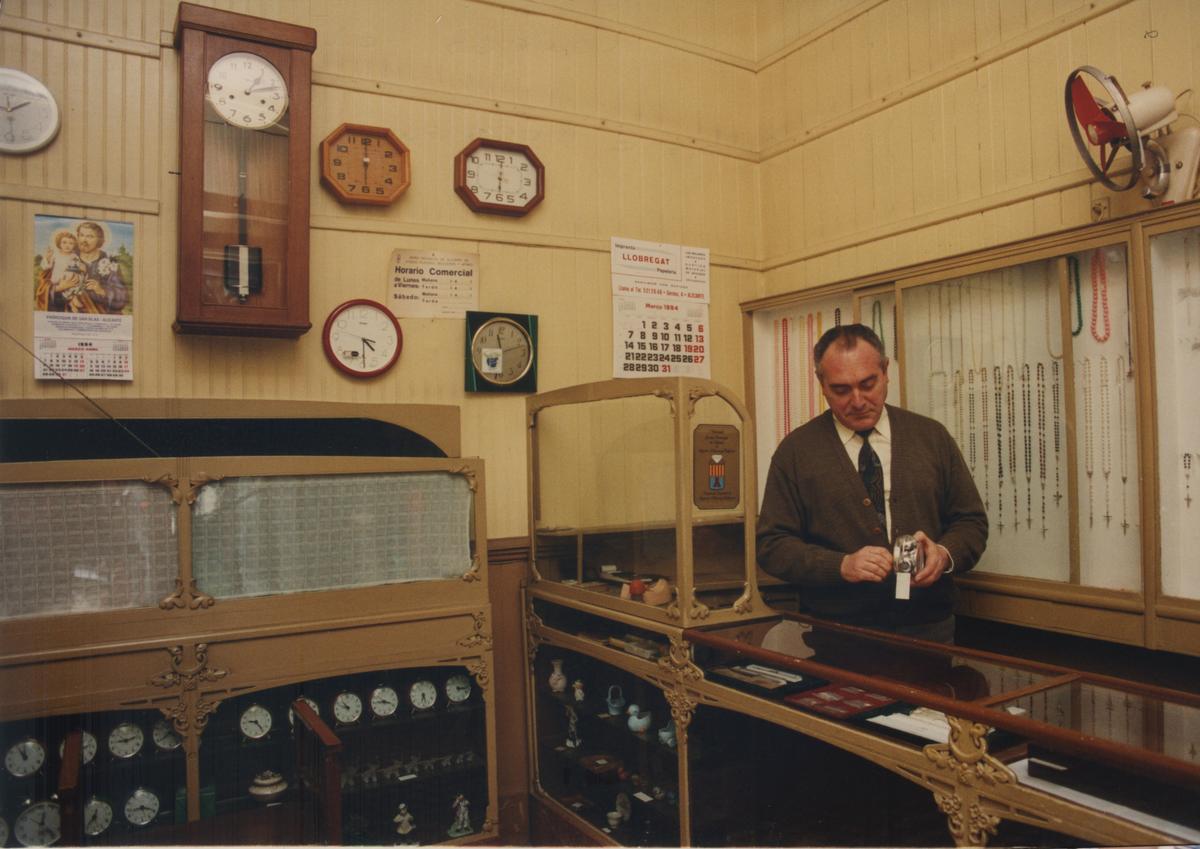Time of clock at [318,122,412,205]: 6:00
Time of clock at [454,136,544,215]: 6:01
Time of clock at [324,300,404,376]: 4:29
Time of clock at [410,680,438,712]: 6:27
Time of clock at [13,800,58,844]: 12:23
